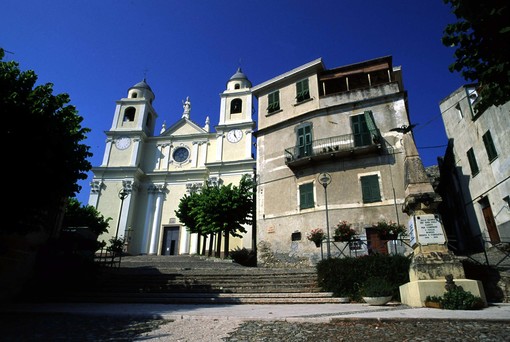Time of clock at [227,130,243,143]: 4:59
